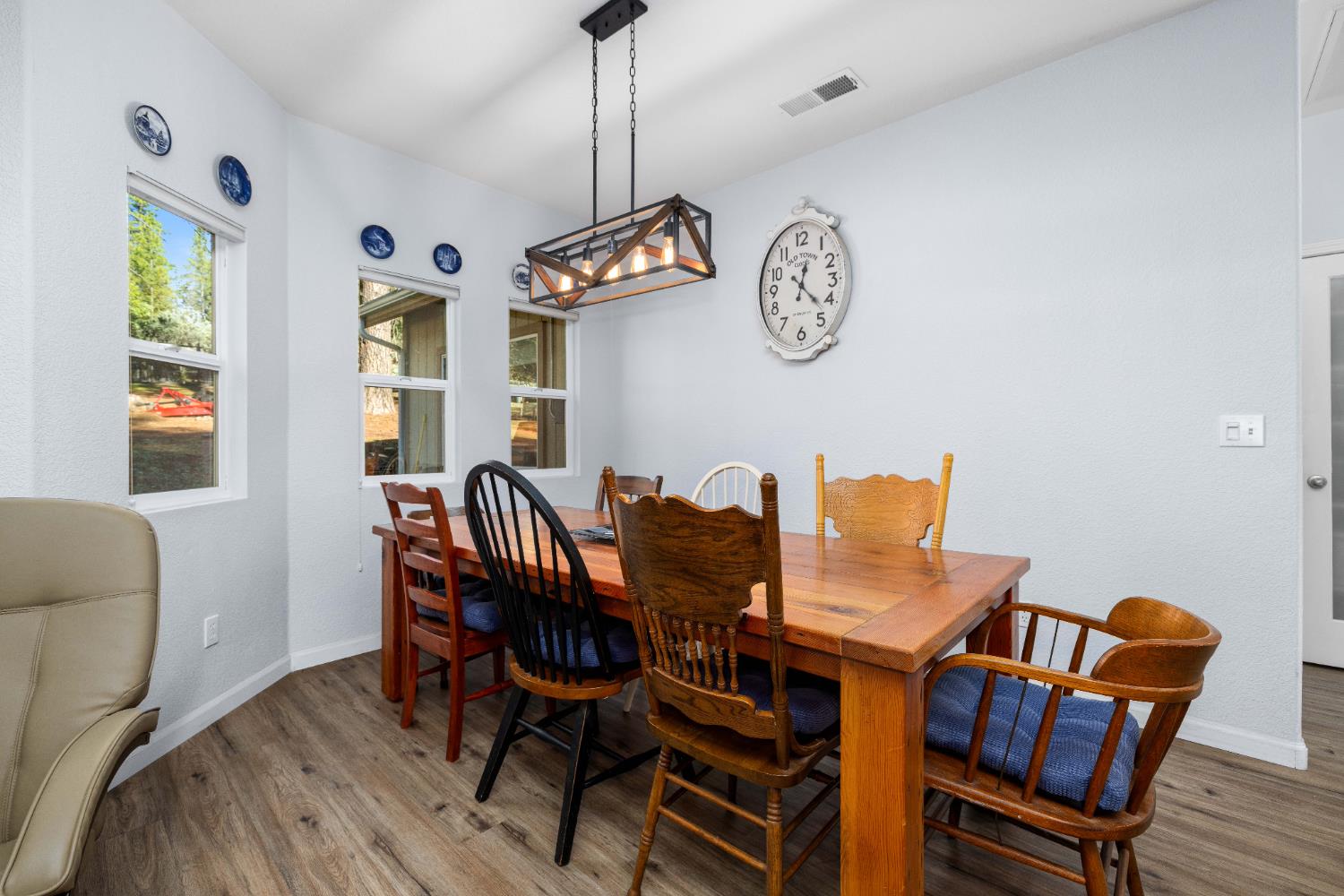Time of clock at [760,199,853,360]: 12:22
